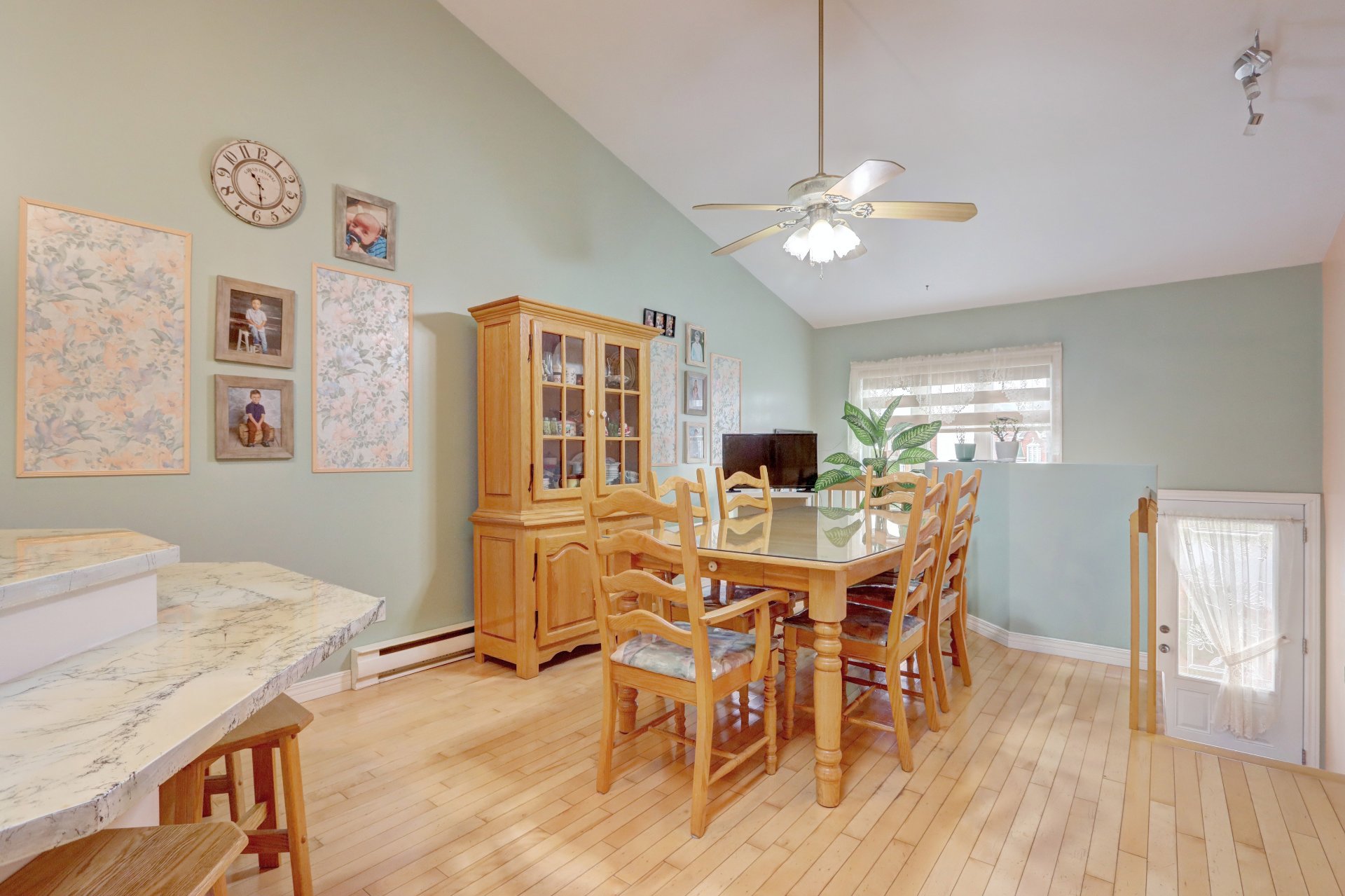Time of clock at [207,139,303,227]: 10:28
